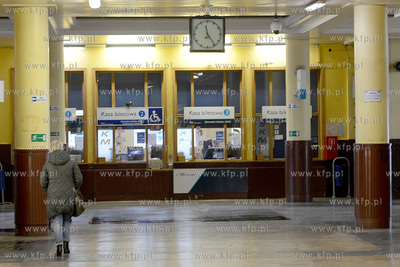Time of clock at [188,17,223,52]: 11:24
